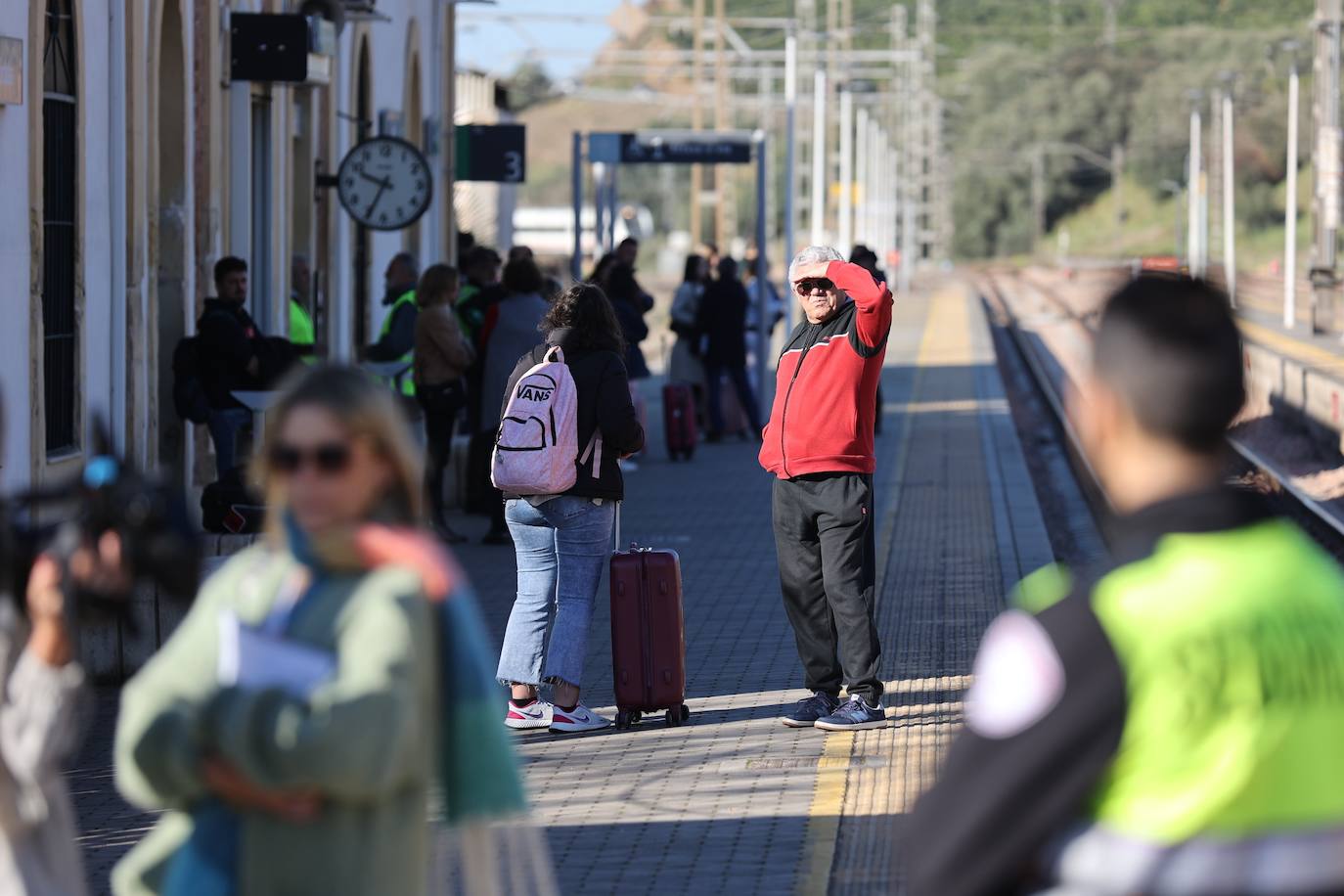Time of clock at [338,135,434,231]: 9:34
